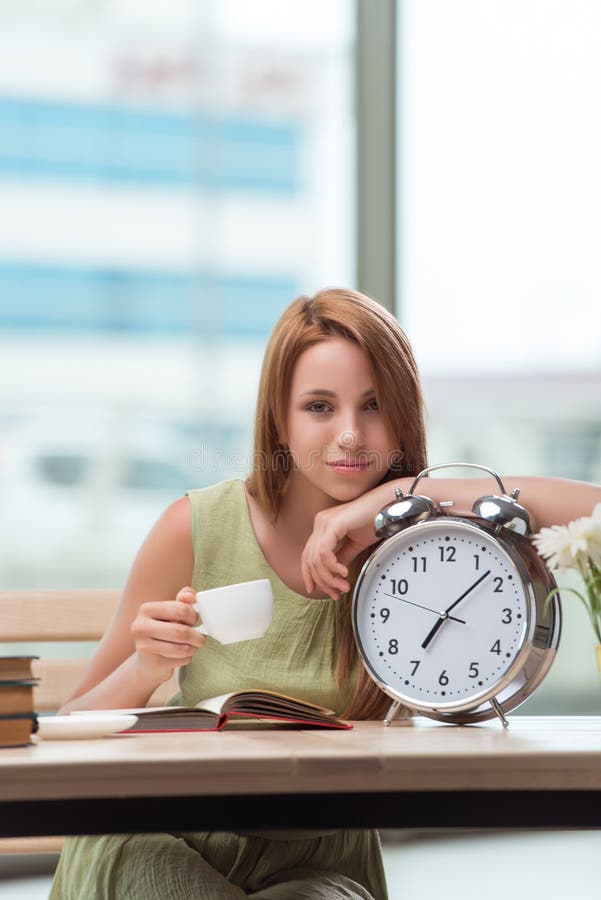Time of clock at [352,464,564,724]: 7:07
